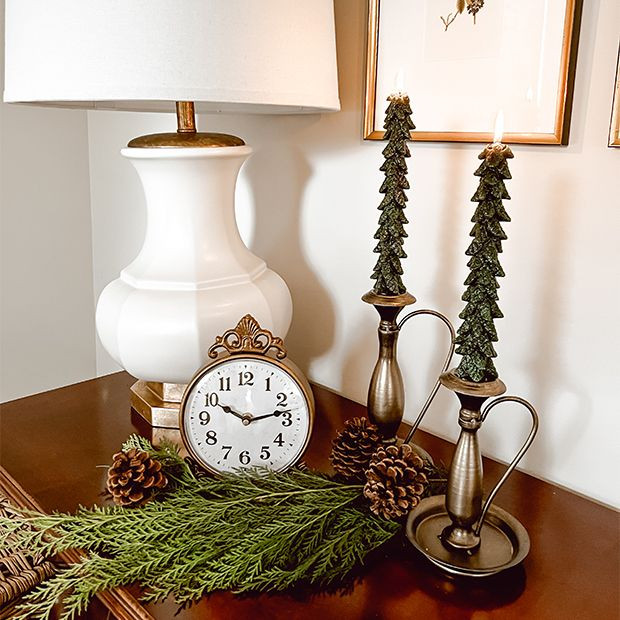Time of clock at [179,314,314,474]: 10:12
